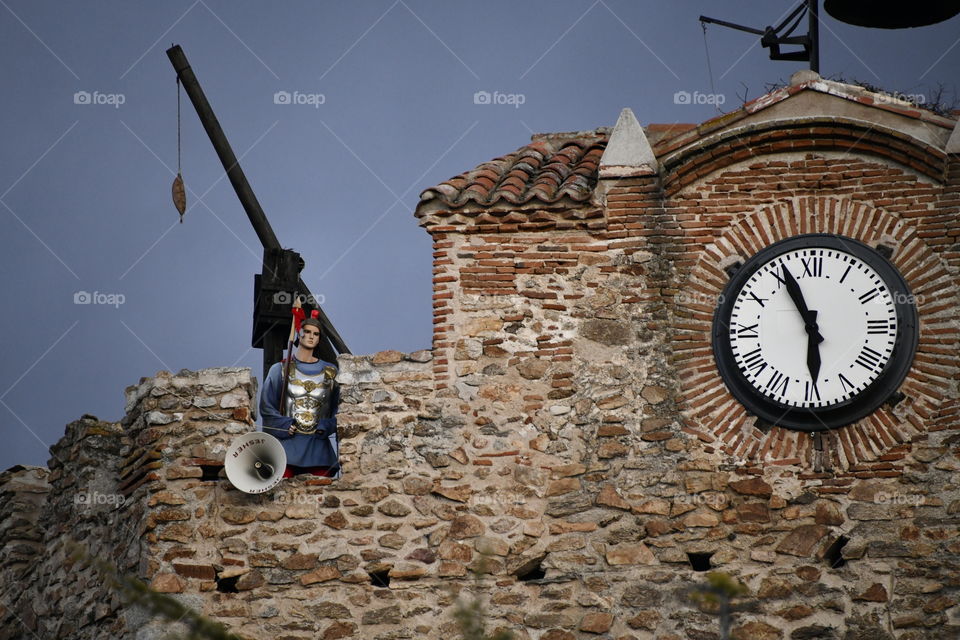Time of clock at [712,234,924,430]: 5:55
